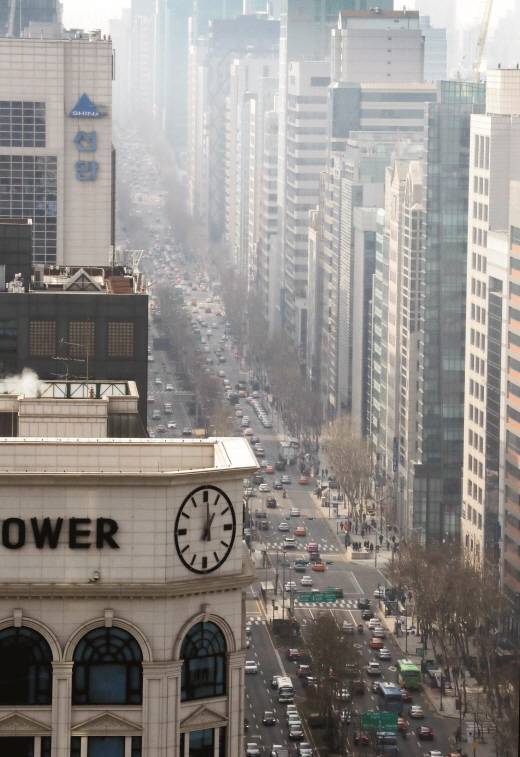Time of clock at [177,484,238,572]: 1:00
